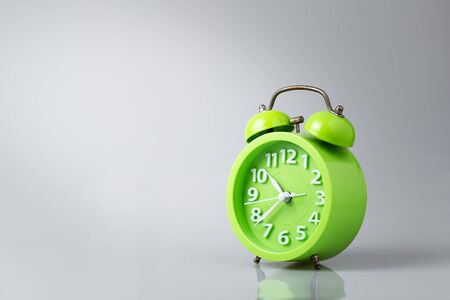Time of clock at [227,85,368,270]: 10:38
